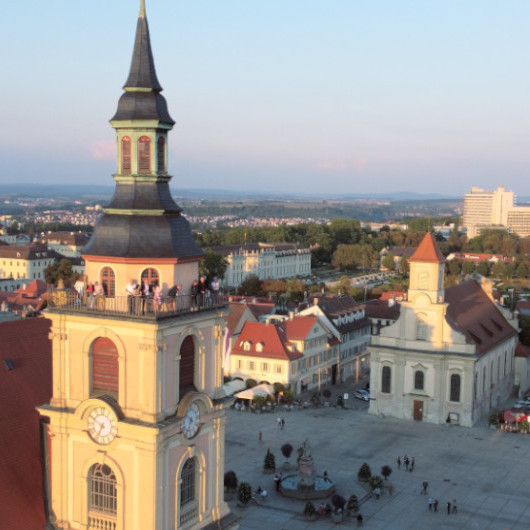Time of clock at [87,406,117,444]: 6:50
